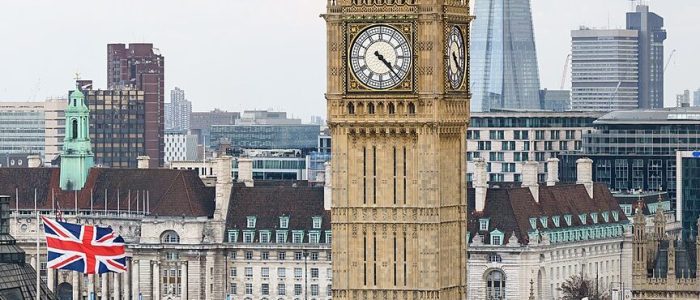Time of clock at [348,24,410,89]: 4:22
